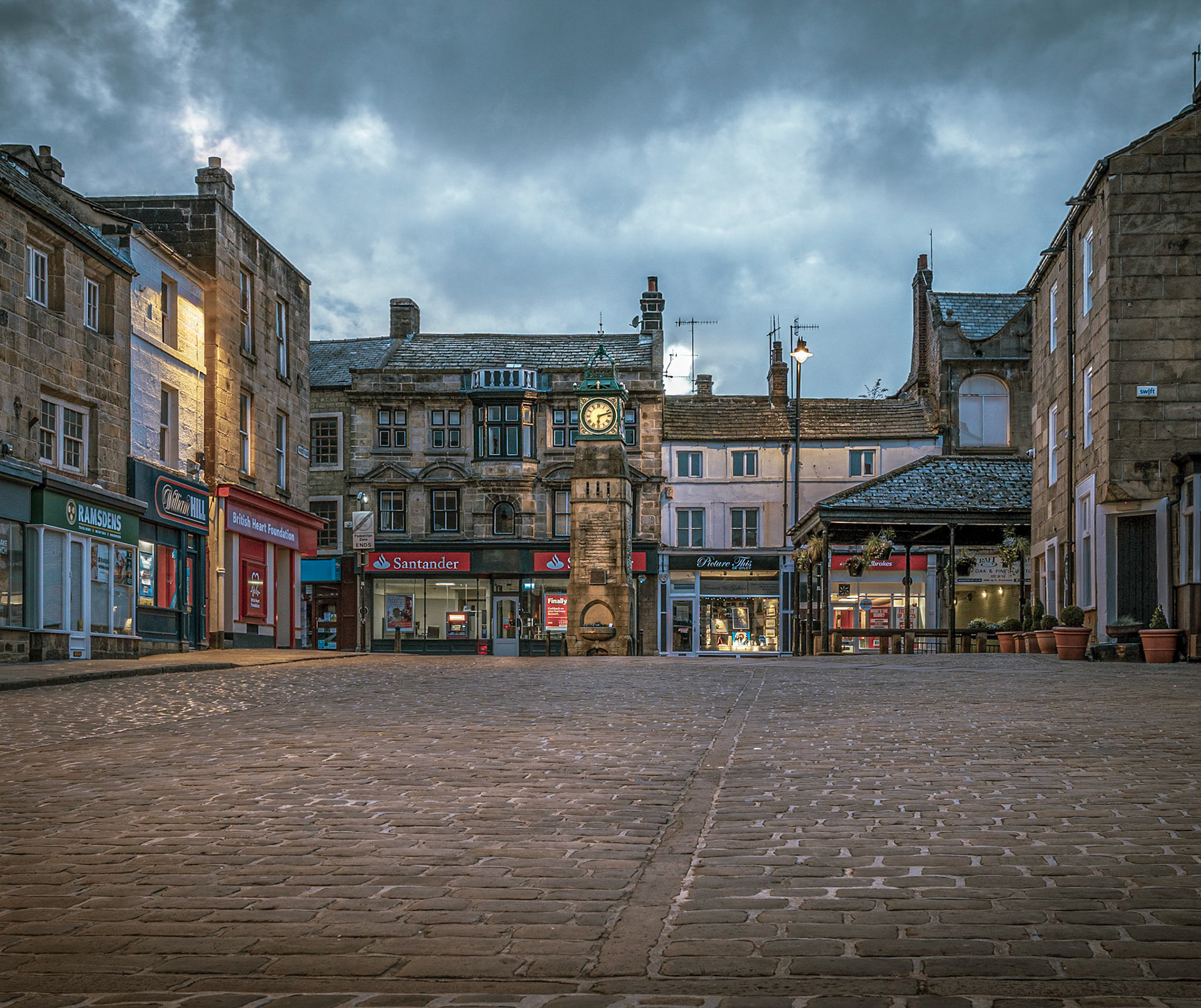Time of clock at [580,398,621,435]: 6:12
